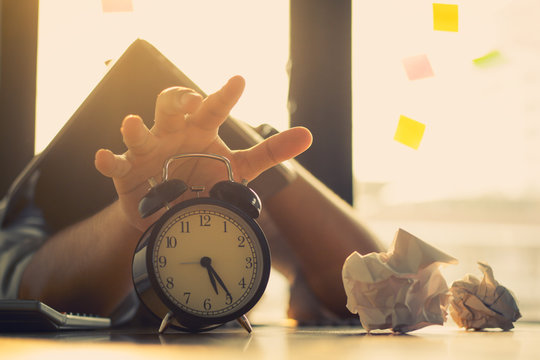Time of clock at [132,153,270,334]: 5:24
